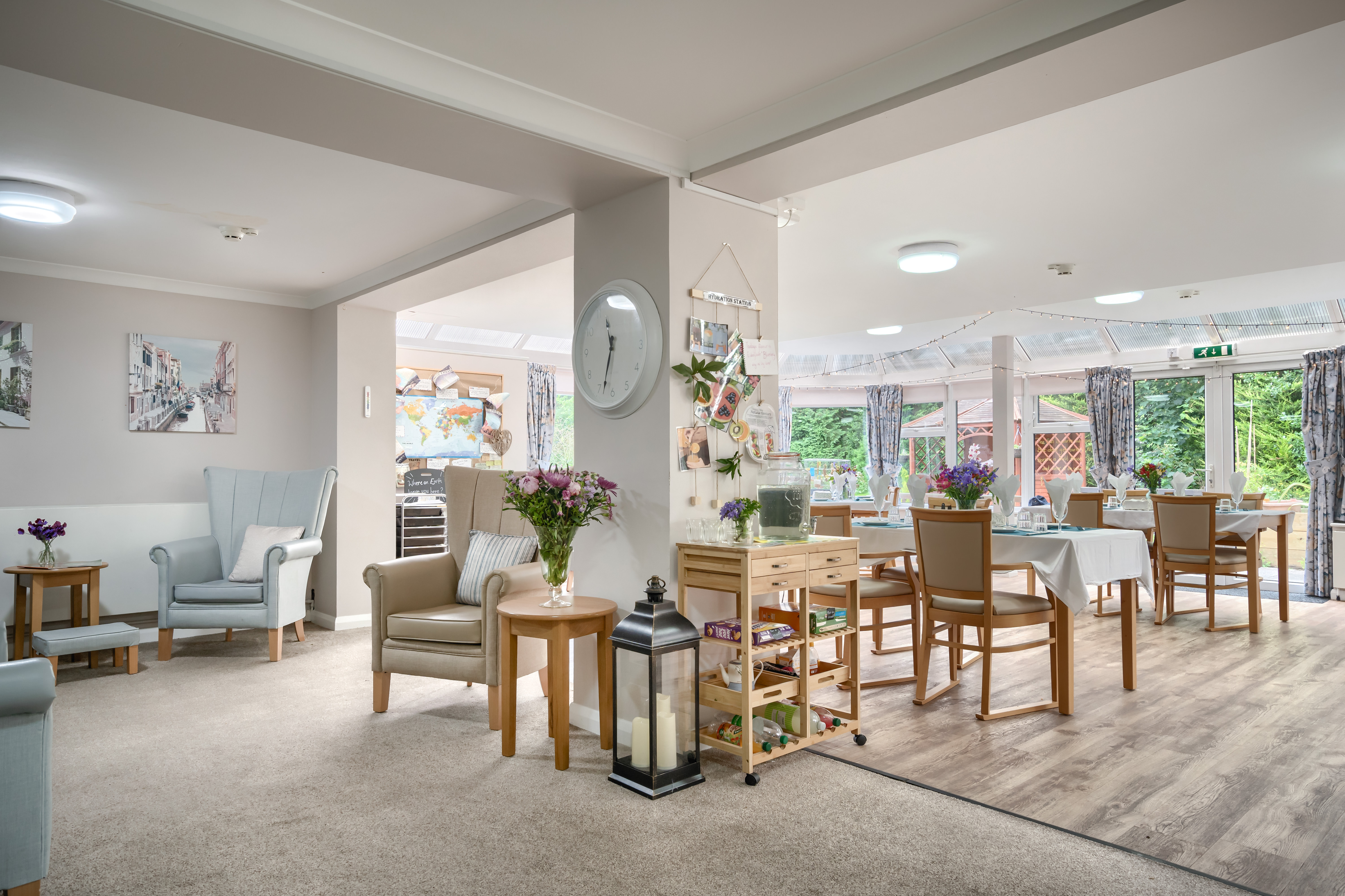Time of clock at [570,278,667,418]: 11:32
